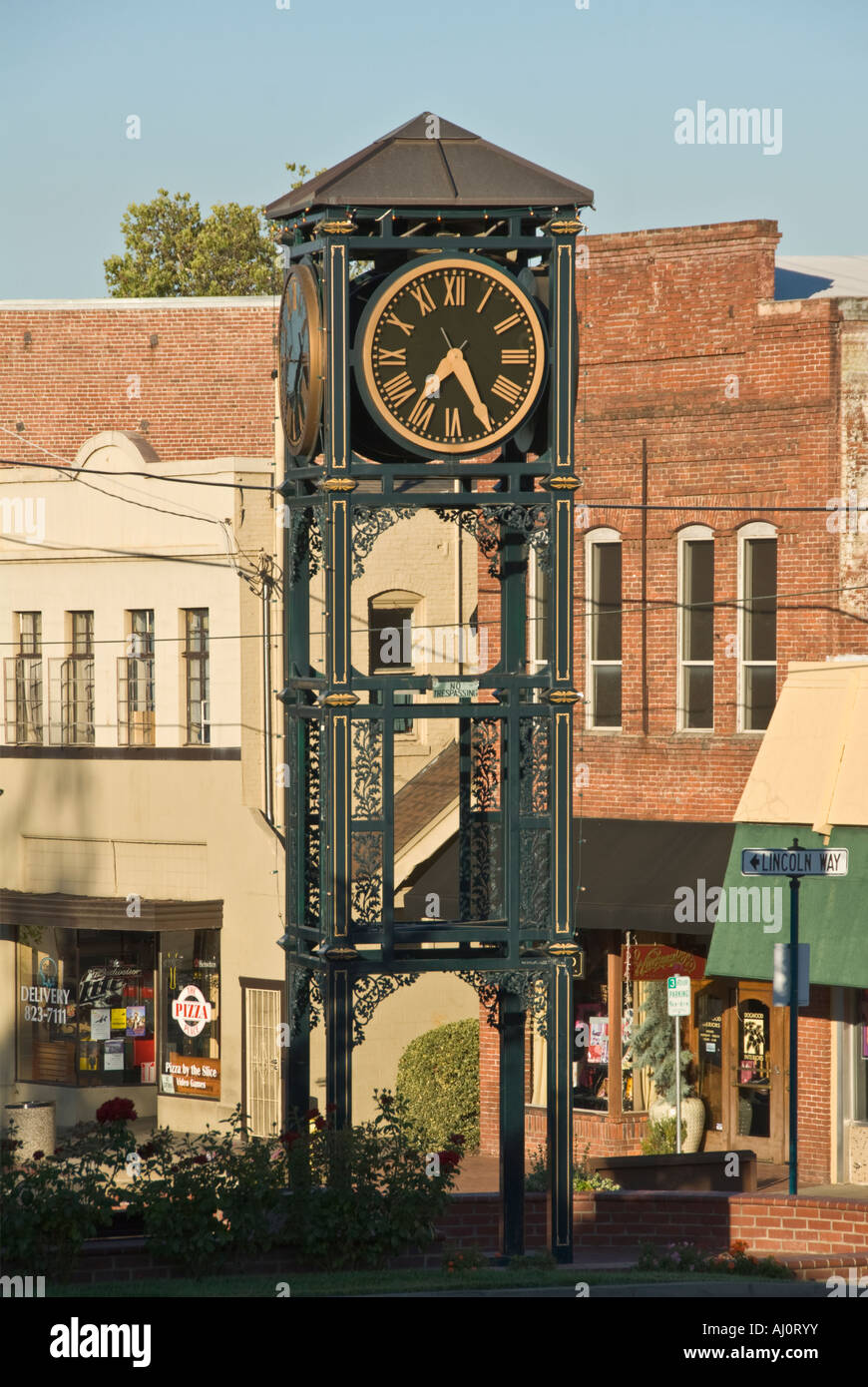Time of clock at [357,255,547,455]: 7:25
